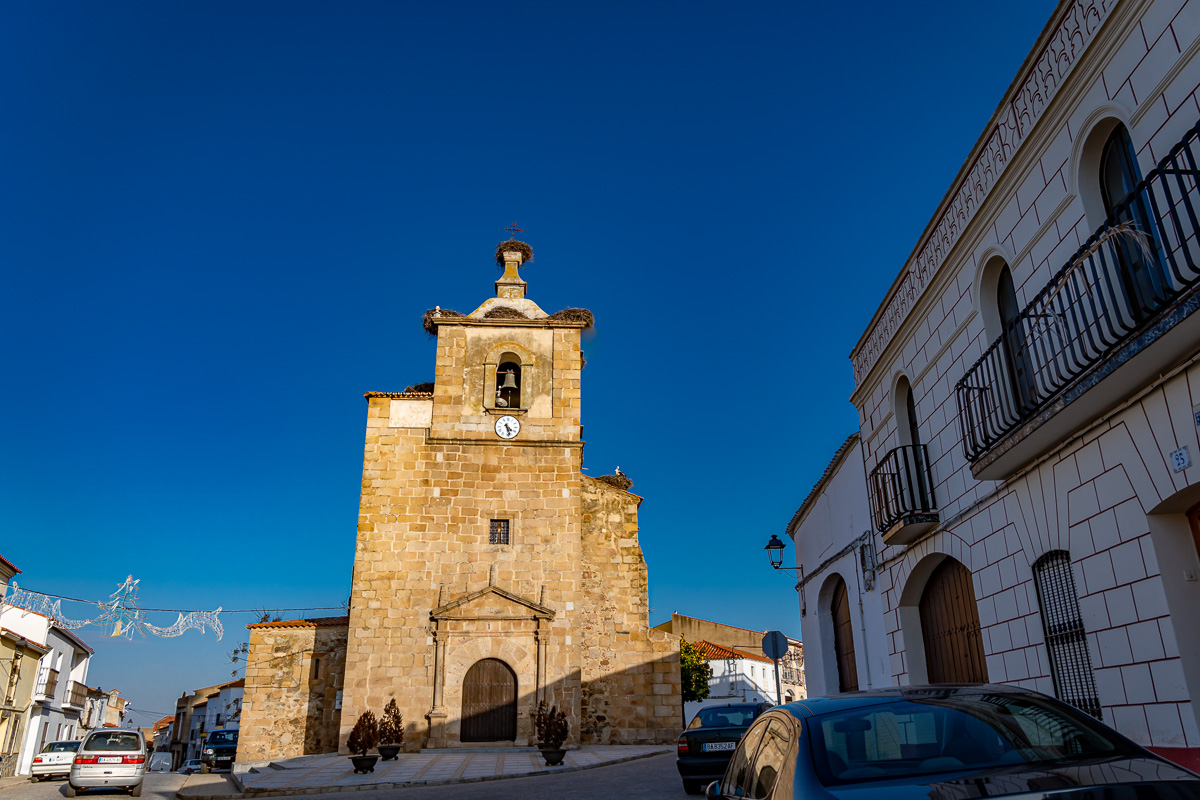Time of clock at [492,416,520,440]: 4:27
